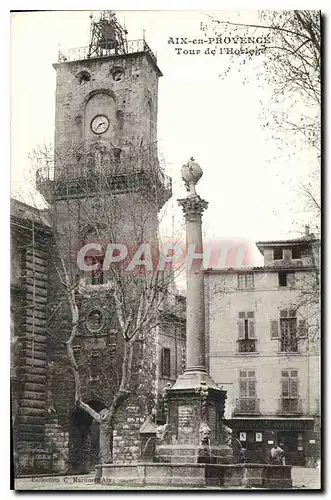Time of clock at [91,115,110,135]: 2:36
